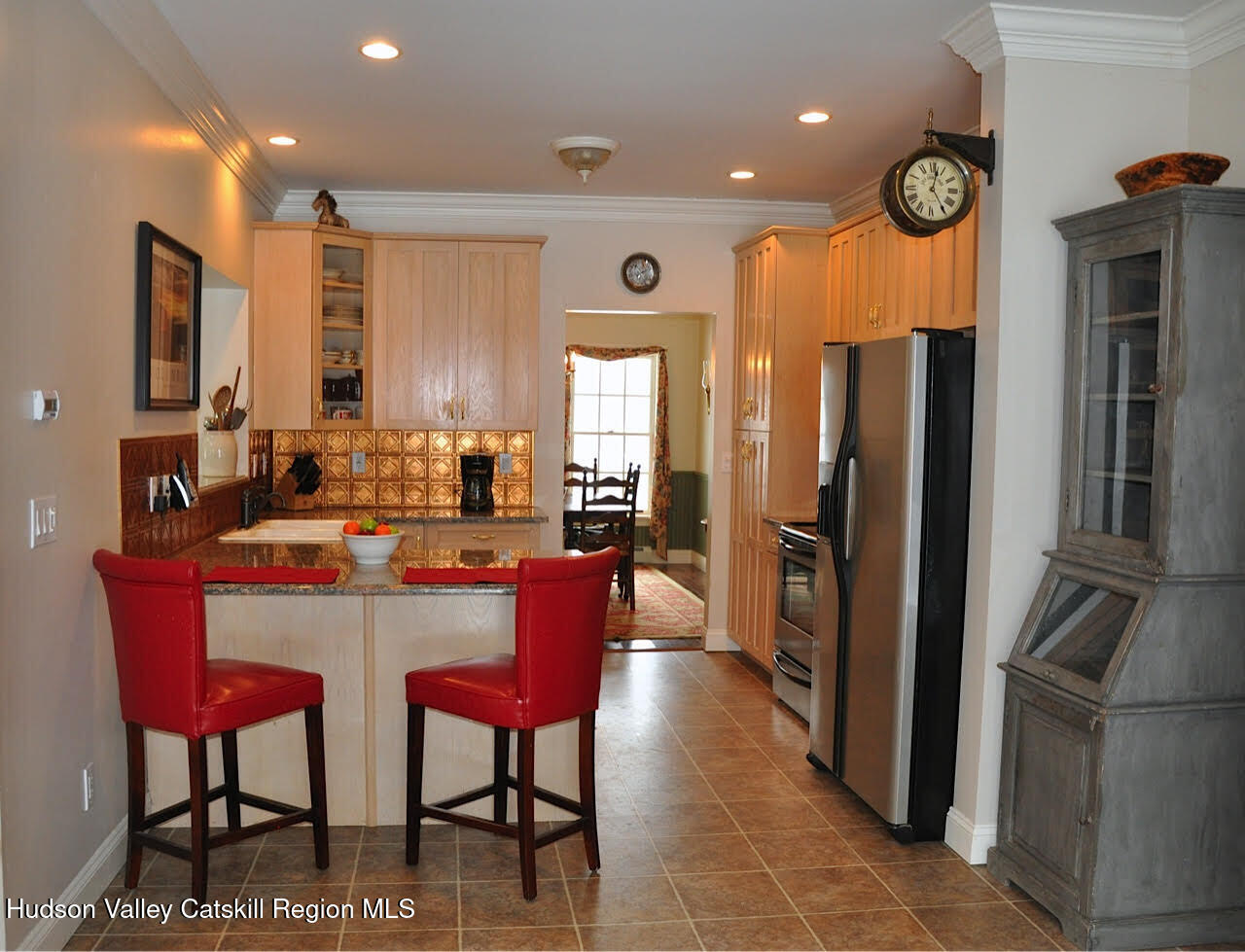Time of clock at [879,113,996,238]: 12:24
